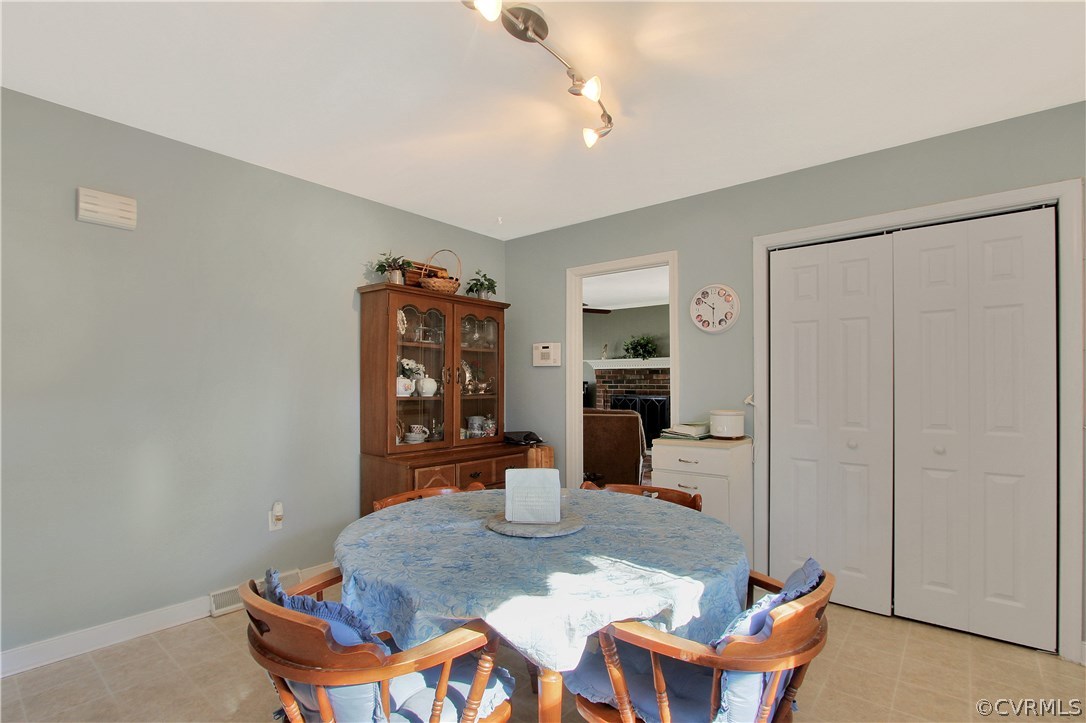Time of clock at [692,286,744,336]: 5:51
